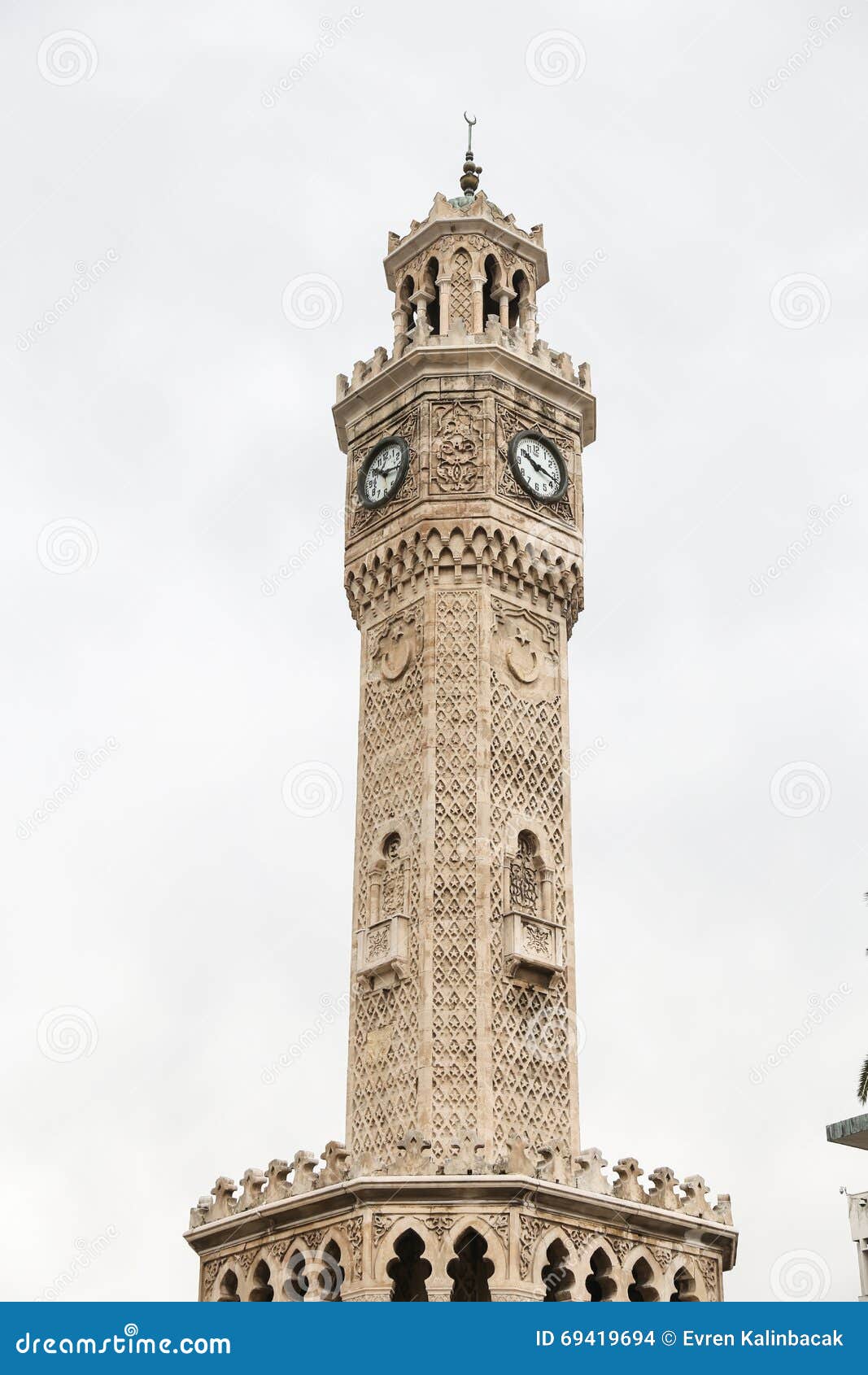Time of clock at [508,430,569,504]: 10:17
